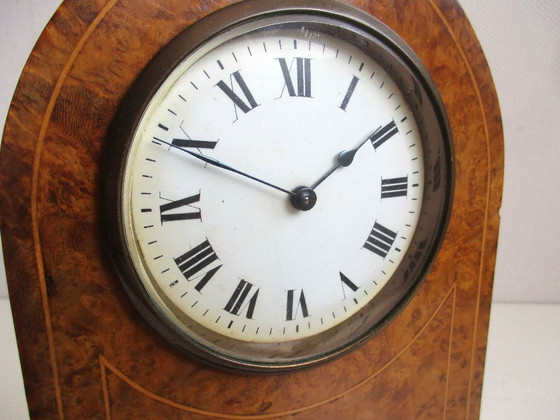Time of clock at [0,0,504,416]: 1:49
